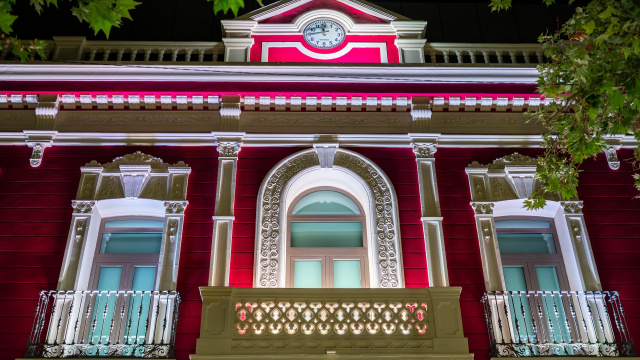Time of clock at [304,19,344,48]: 11:44
